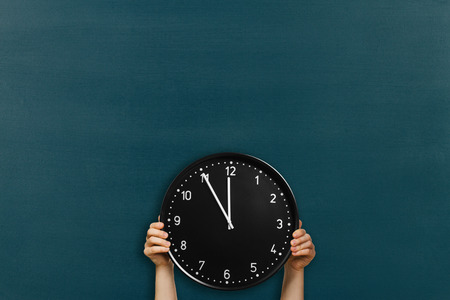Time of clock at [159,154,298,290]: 11:55
